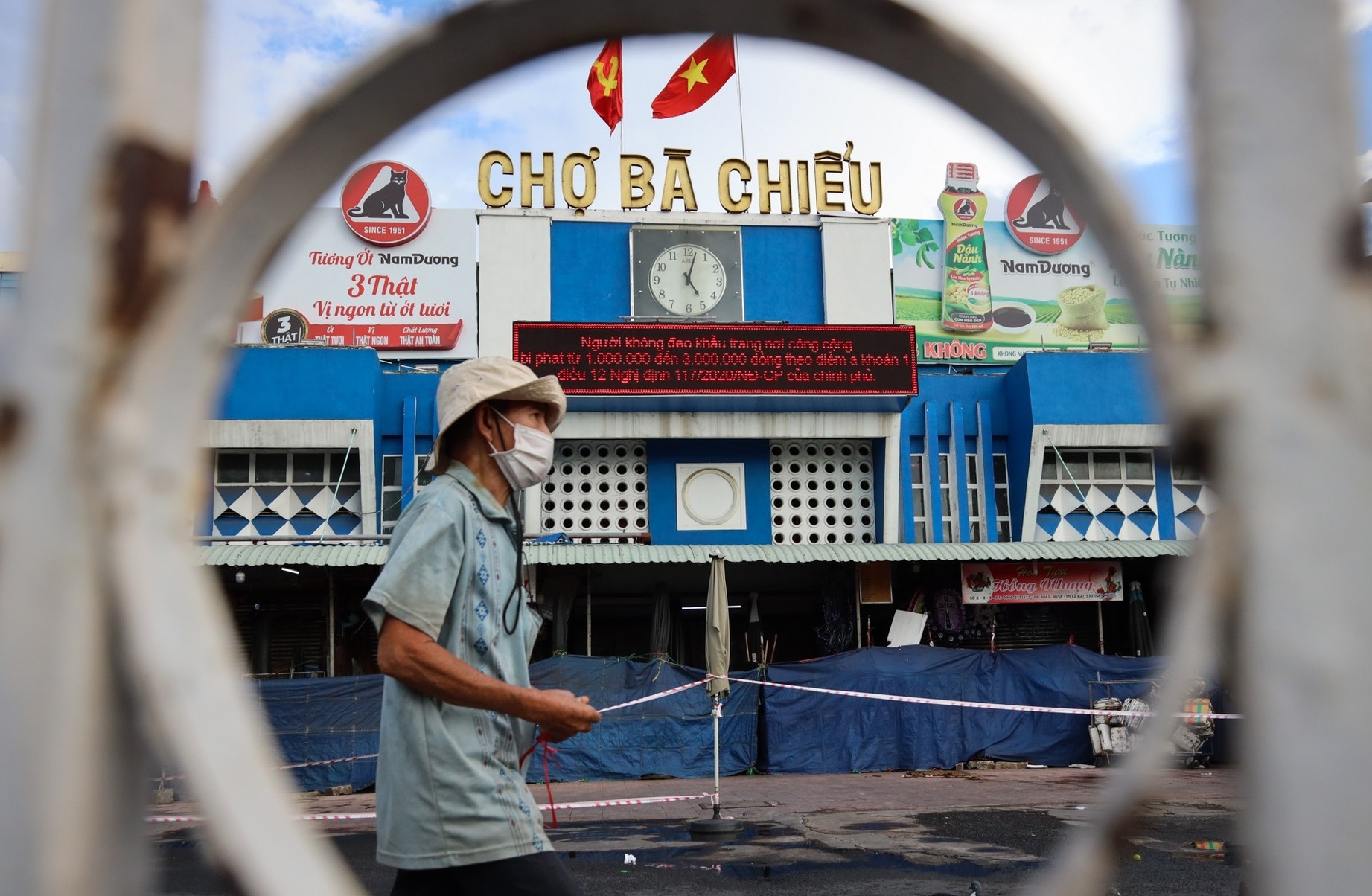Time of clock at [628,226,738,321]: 5:02
